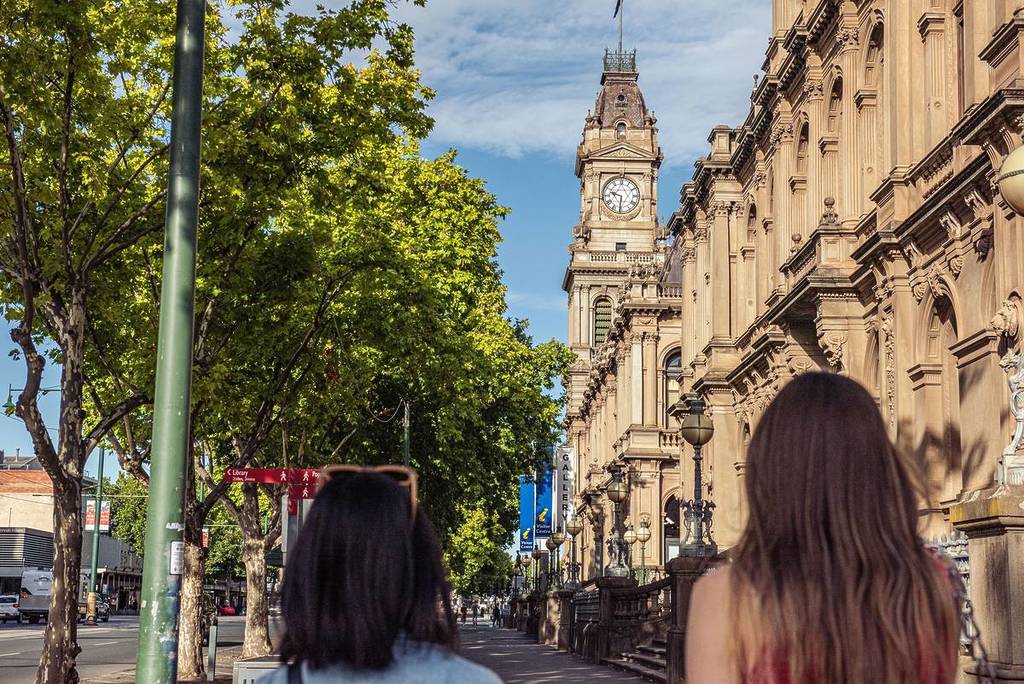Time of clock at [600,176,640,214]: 9:31
